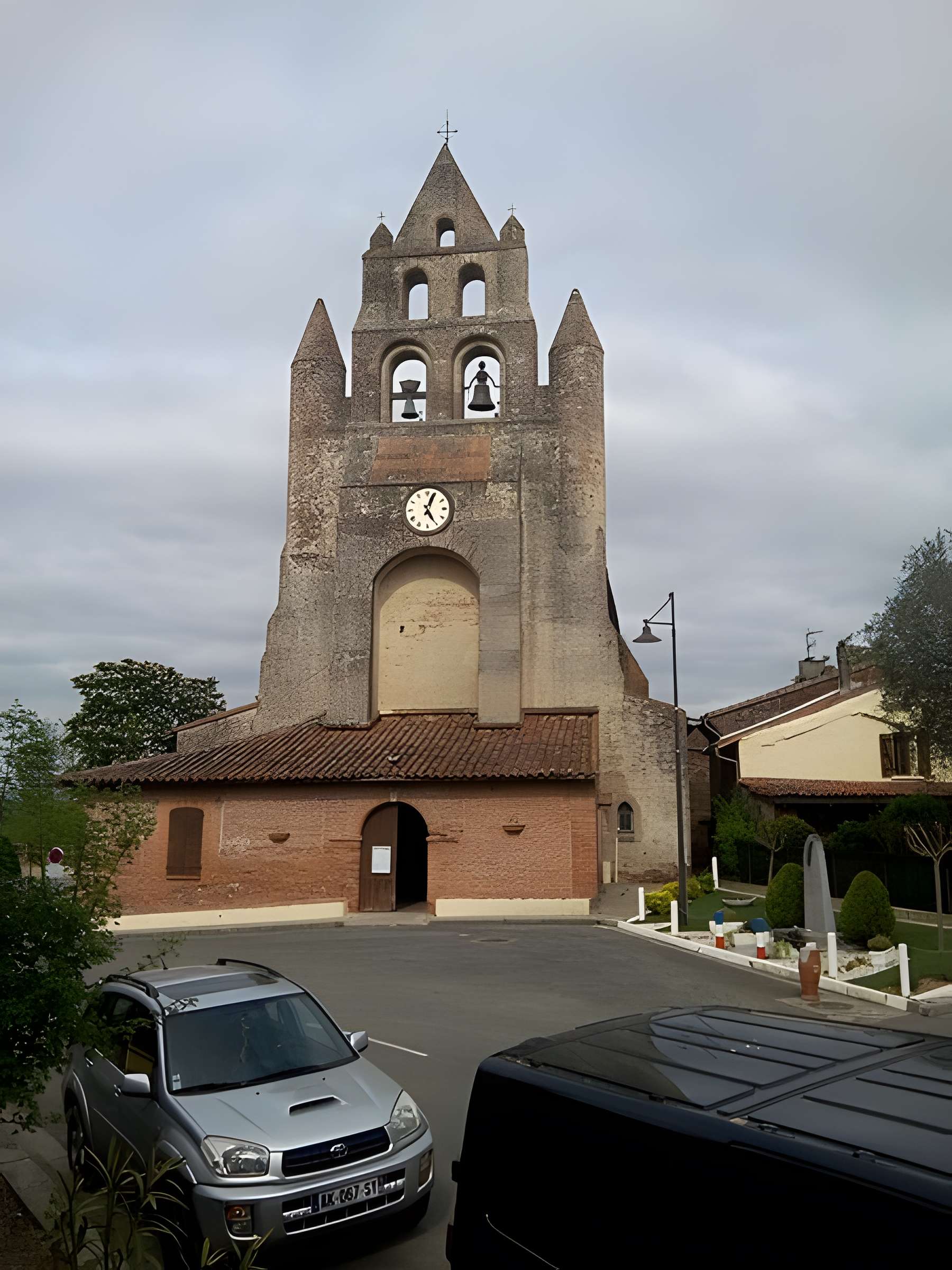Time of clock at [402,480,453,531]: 5:03
